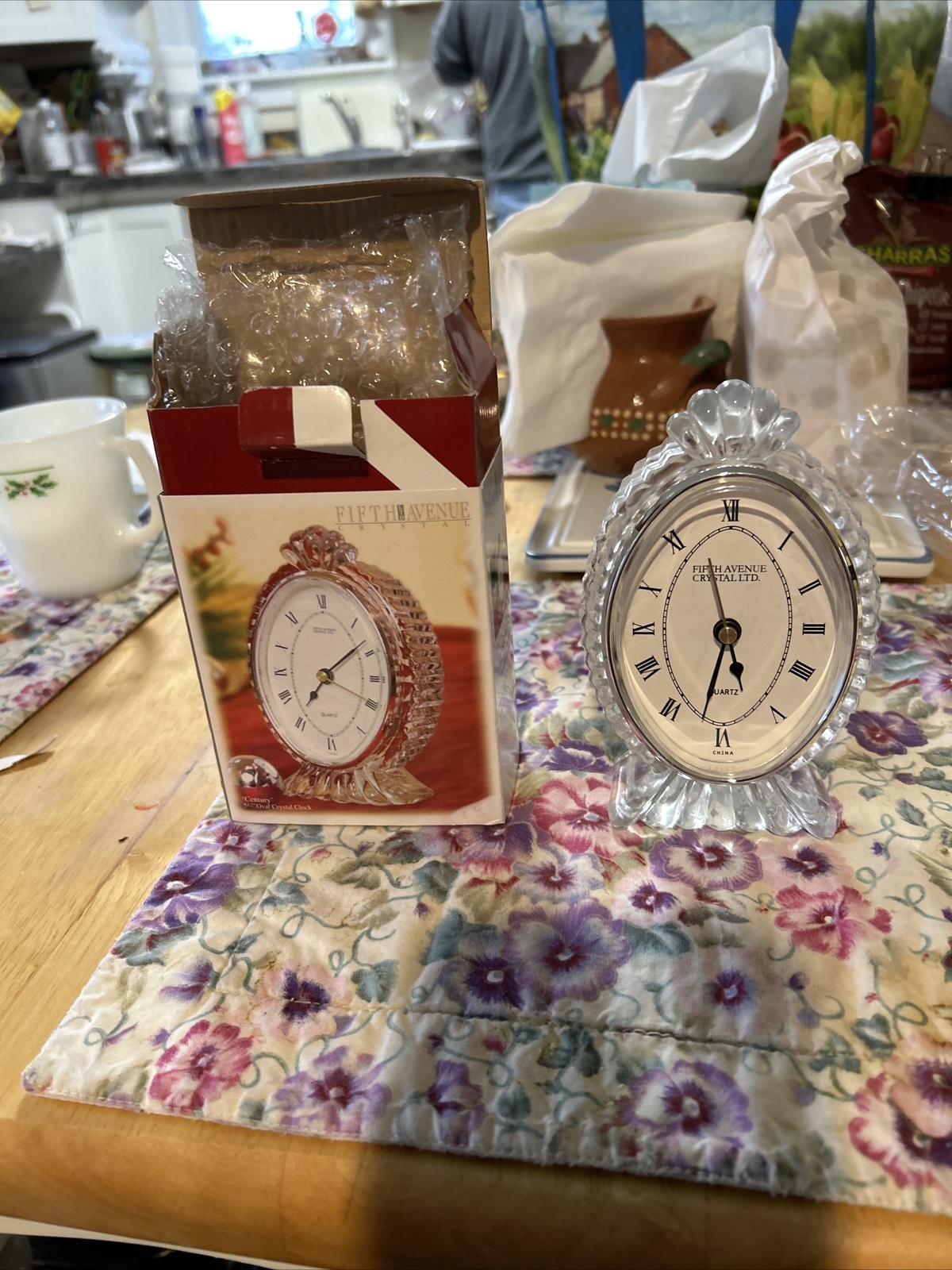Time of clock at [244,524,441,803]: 7:08
